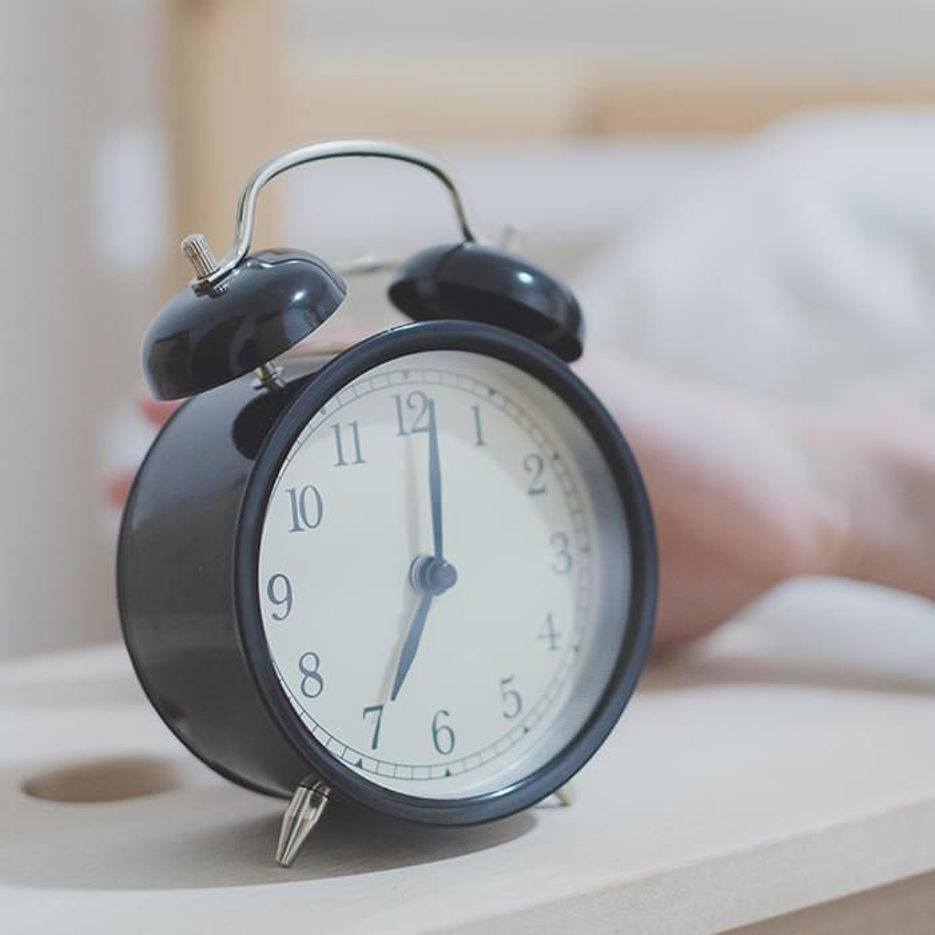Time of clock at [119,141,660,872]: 7:01
